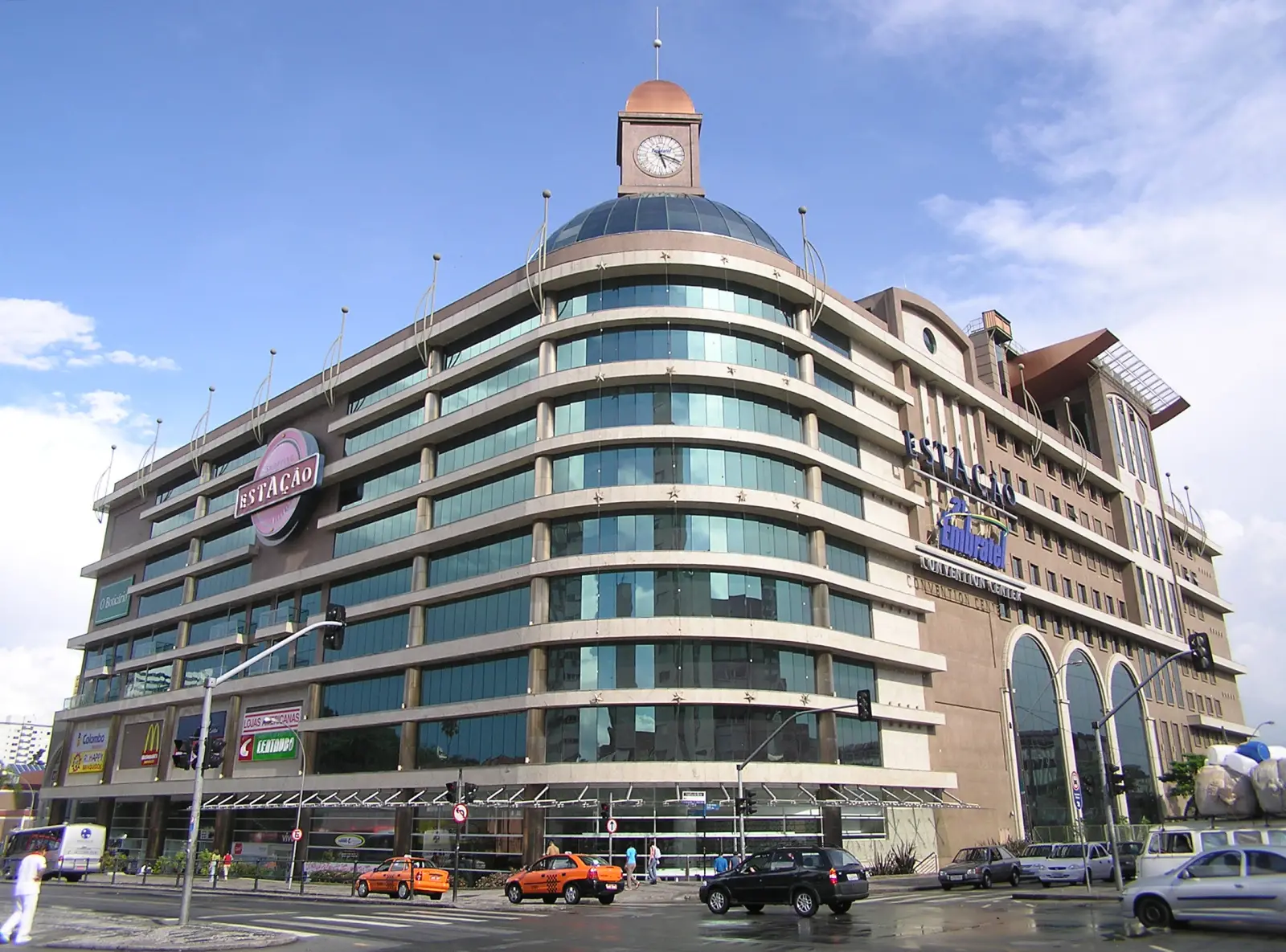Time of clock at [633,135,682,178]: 5:18
